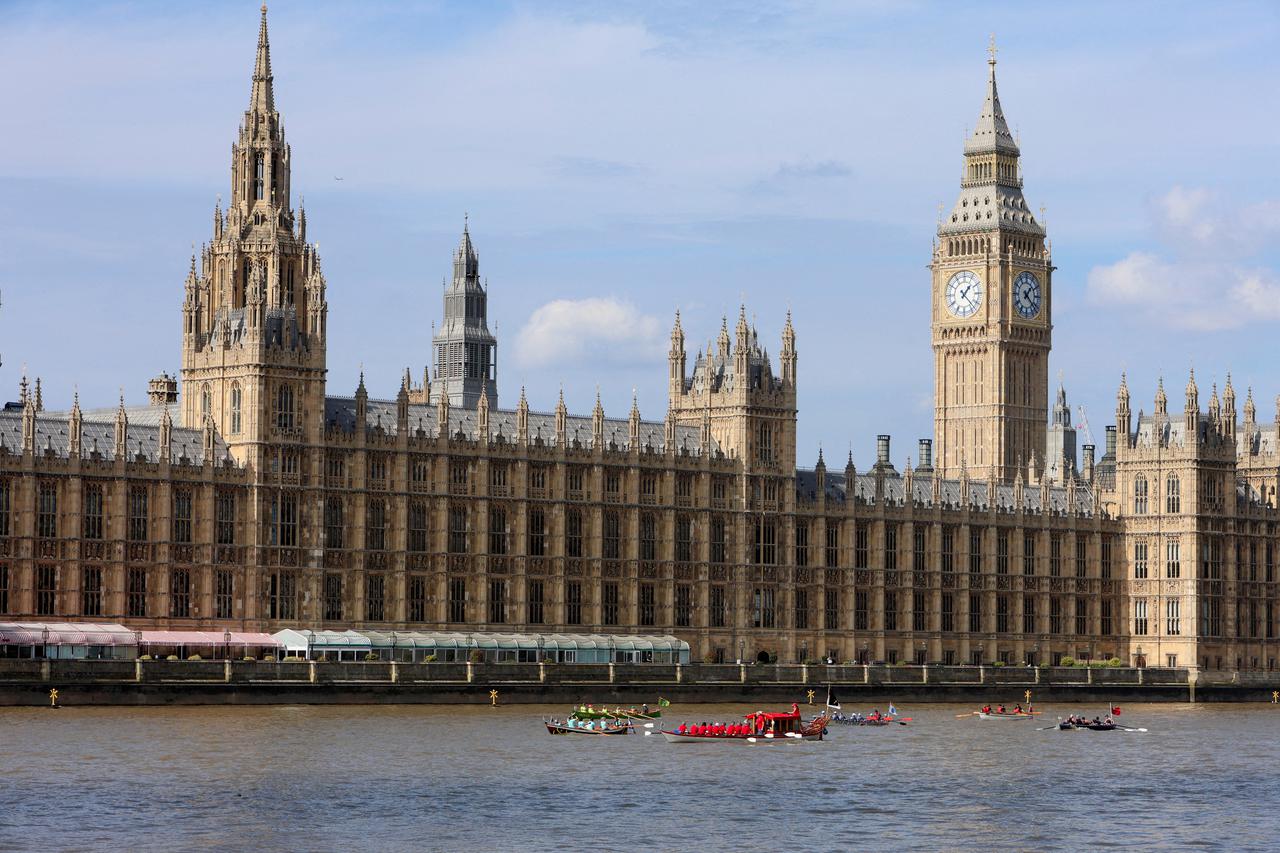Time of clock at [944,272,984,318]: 1:22
